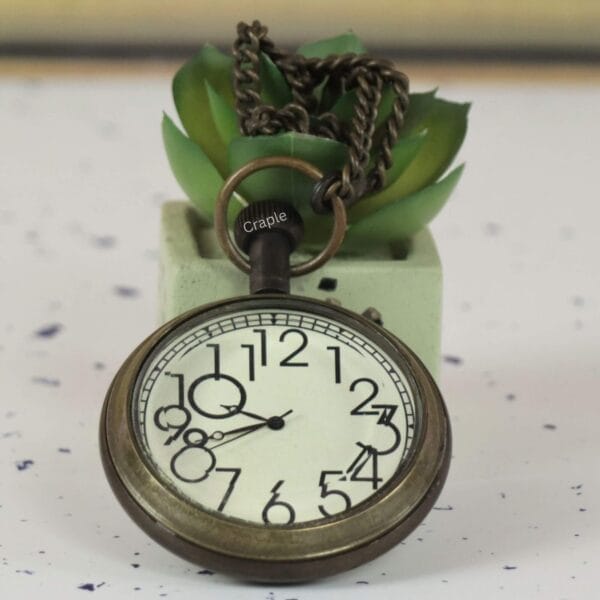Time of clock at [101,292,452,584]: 9:41
